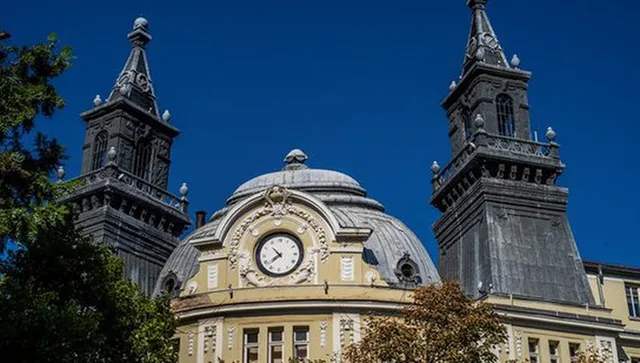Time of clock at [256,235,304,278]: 7:52
